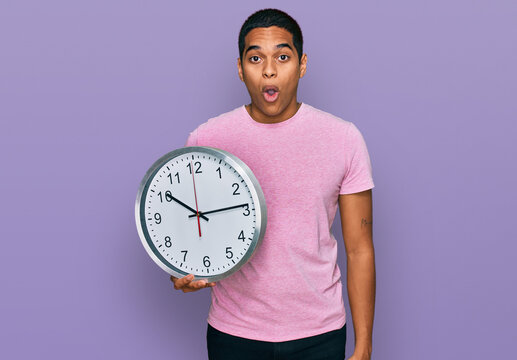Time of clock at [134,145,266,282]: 10:13
